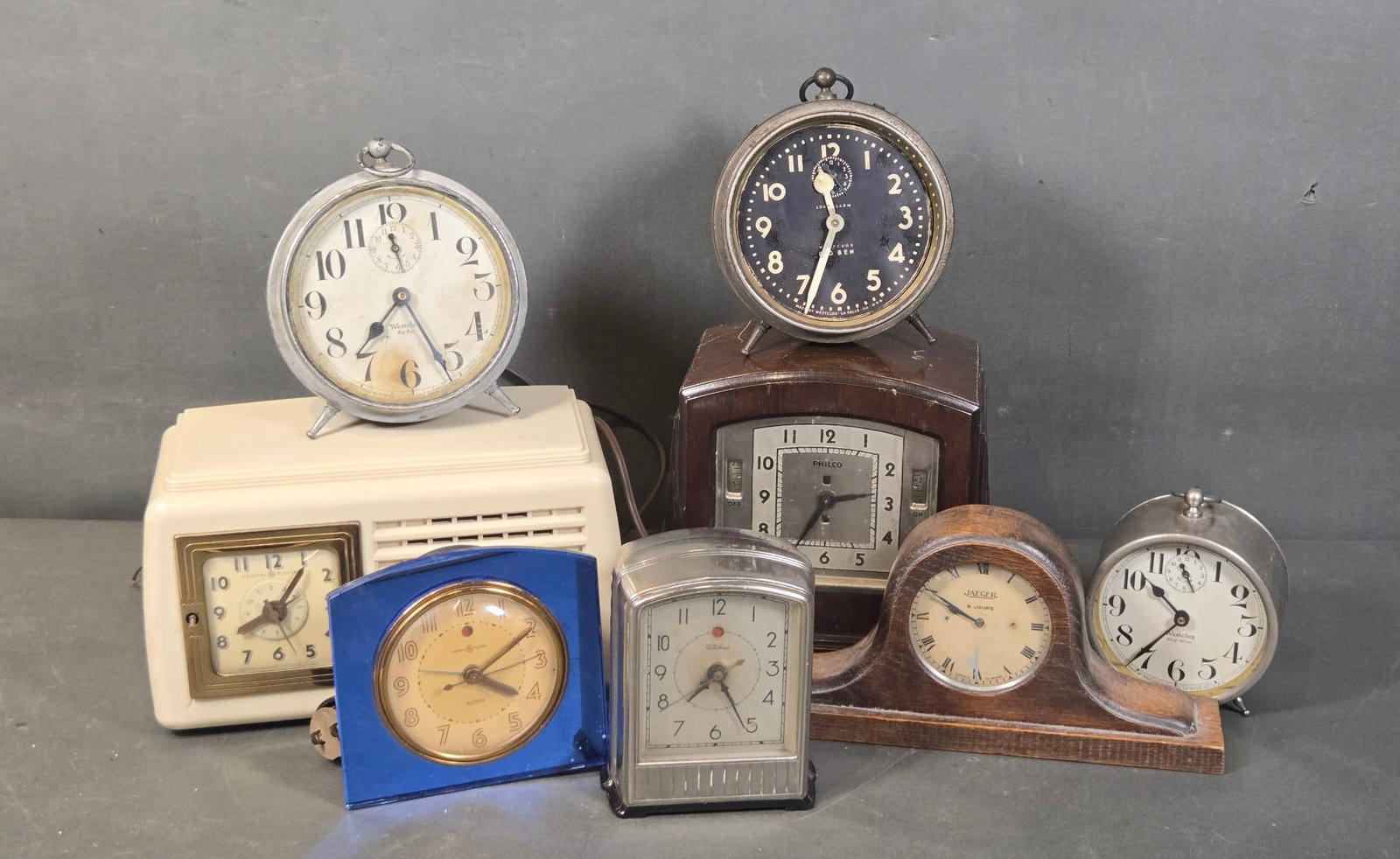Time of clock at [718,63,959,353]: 11:33
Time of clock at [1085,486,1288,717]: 10:36
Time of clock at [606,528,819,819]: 7:25
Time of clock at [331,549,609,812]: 4:09
